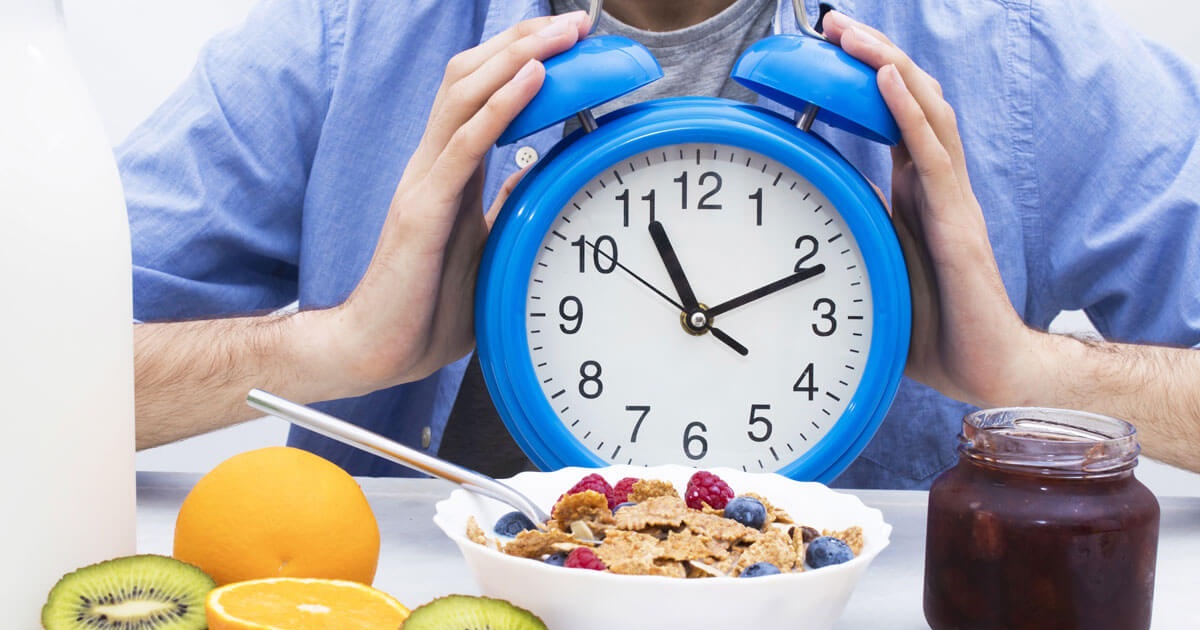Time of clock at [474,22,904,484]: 11:11
